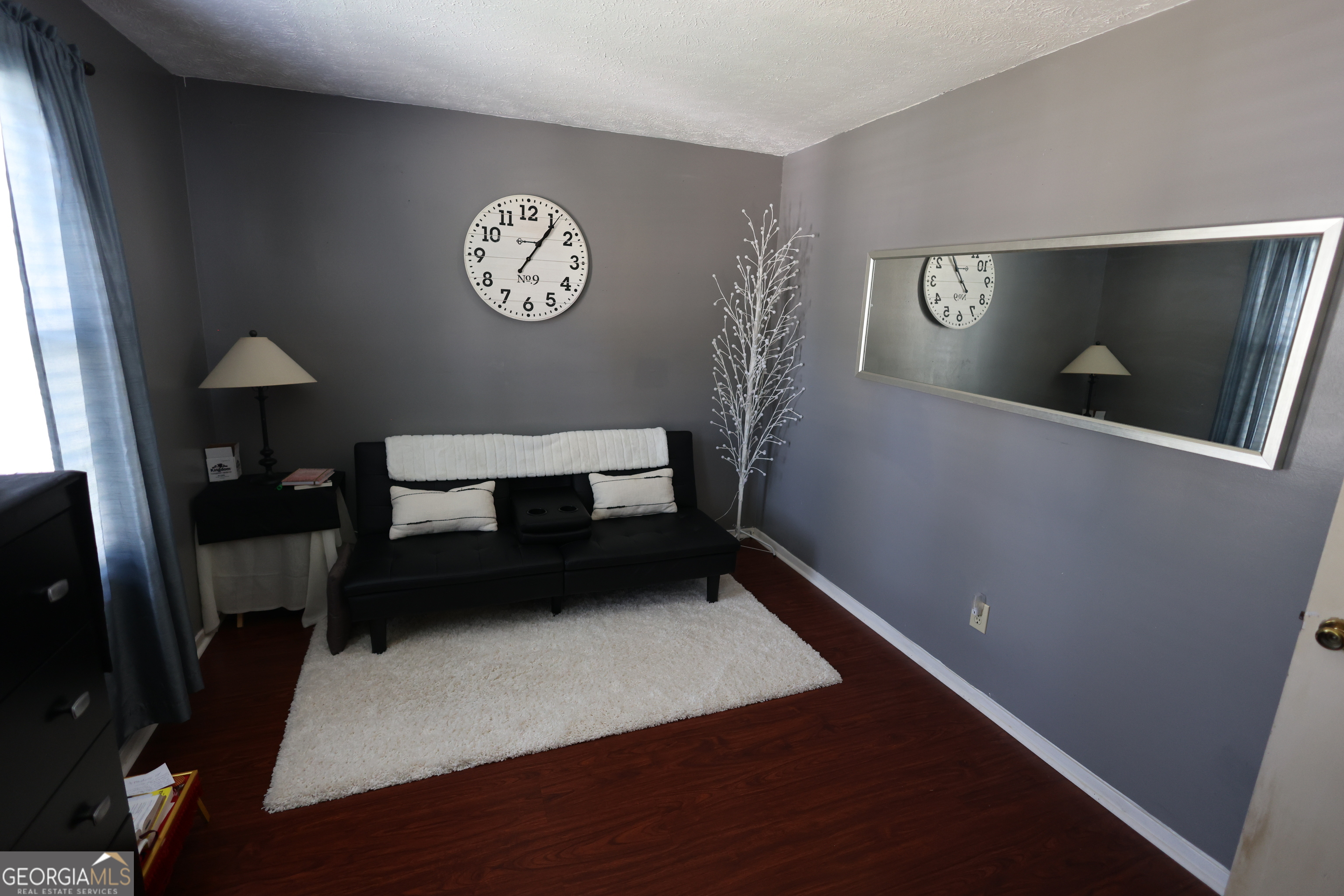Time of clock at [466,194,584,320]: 1:05
